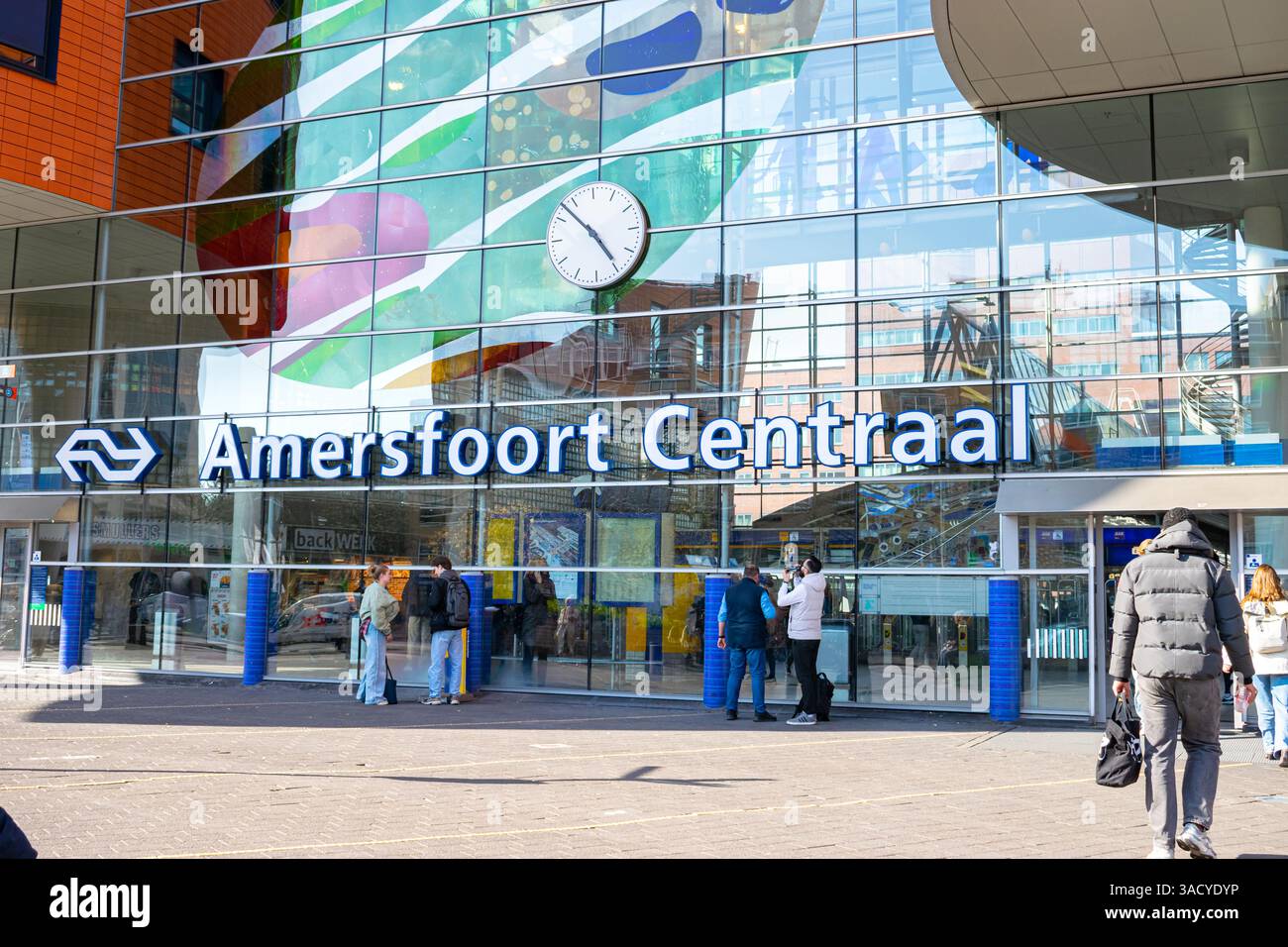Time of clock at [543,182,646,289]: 4:52
